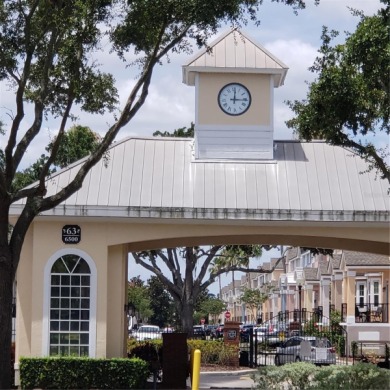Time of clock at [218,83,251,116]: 12:16
